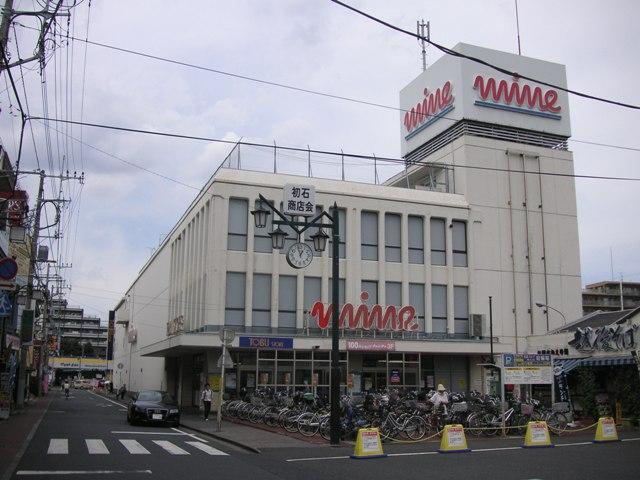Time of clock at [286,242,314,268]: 12:57
